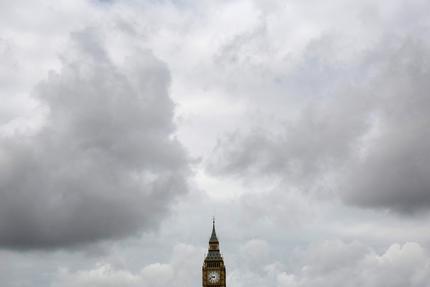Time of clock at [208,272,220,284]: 9:42
